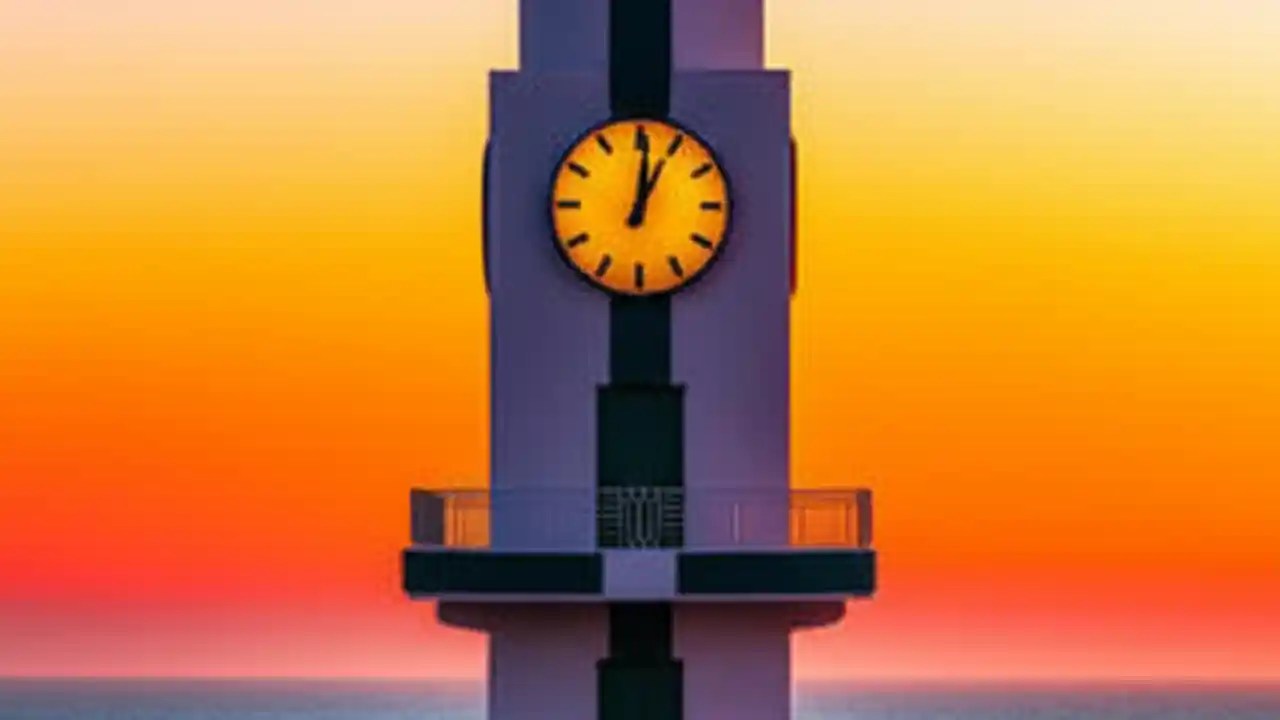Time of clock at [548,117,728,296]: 1:01
